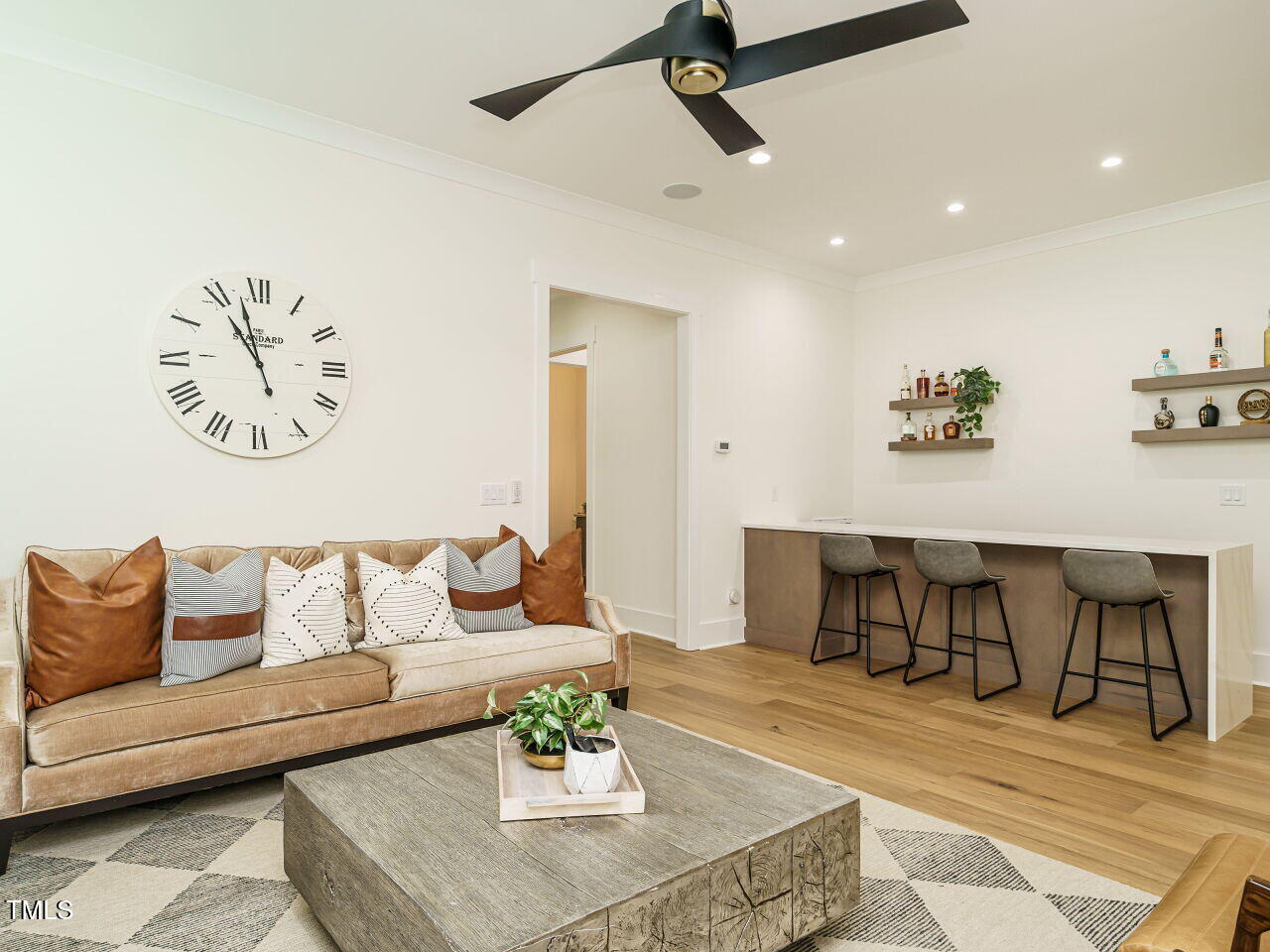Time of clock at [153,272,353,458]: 10:57
